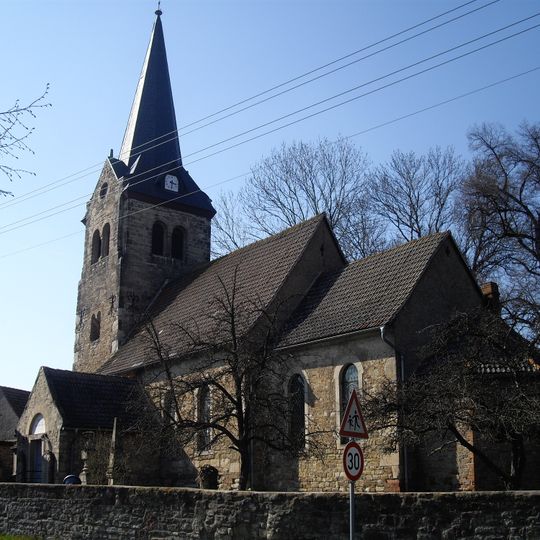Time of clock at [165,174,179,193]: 3:29
